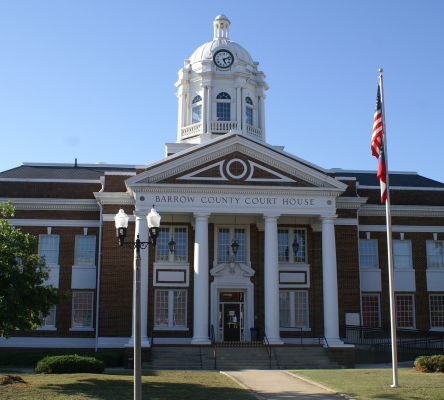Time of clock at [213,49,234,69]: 5:12
